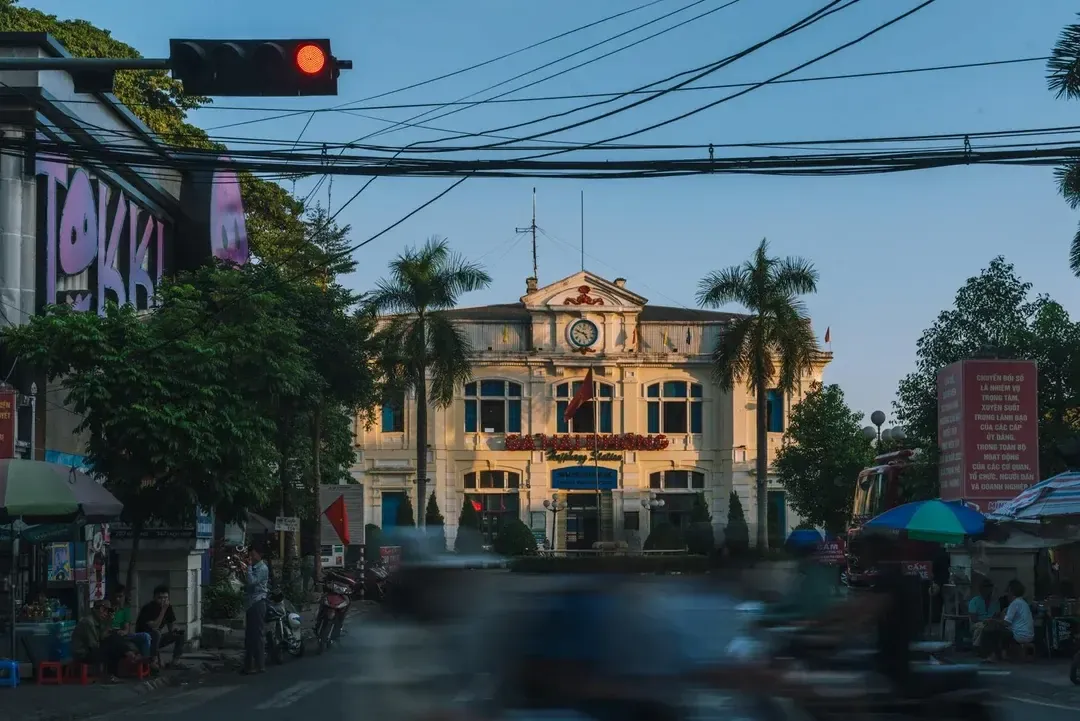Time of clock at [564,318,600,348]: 4:48
